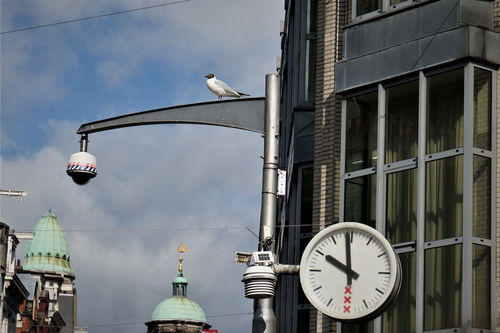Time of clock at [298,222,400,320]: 9:58
